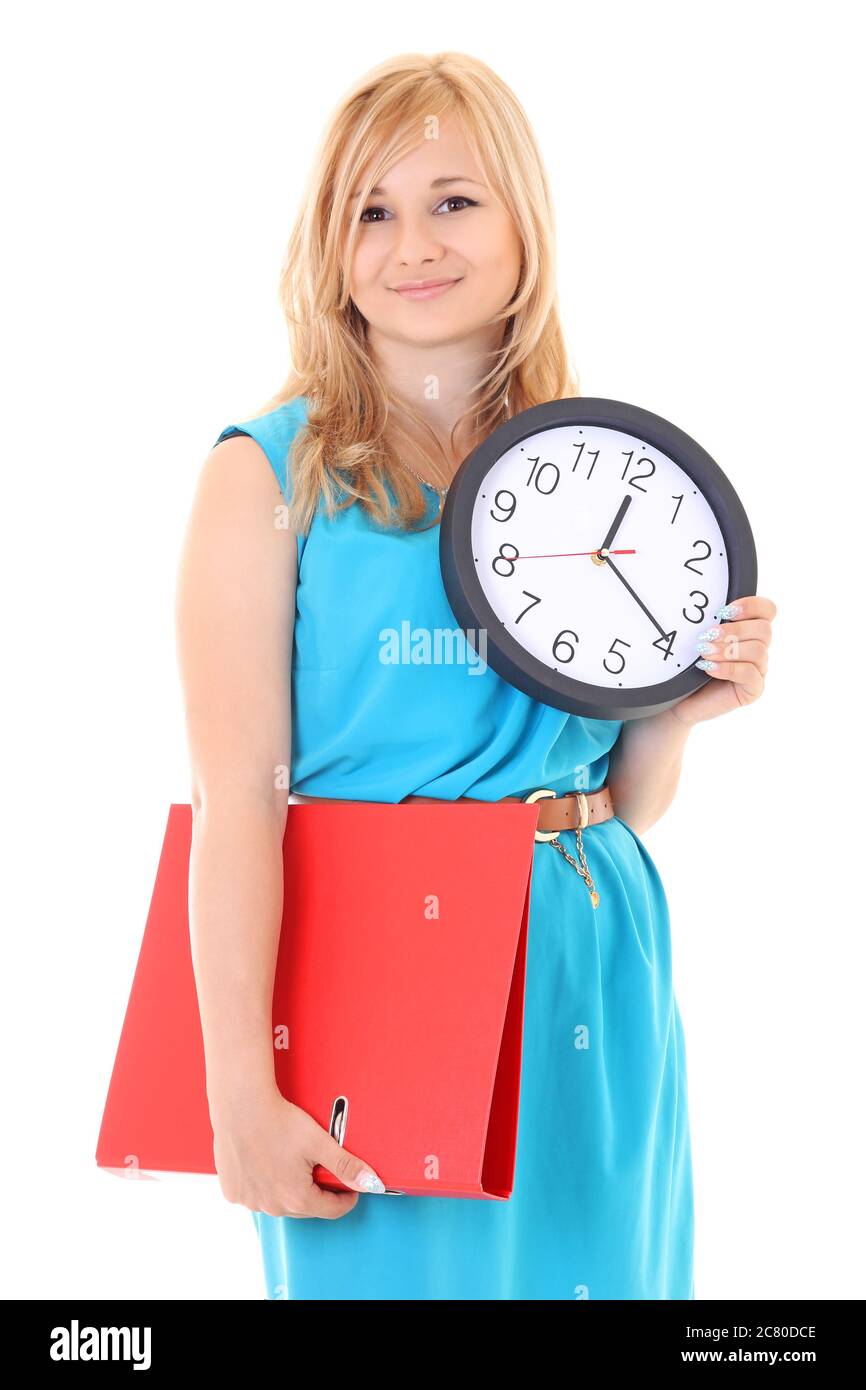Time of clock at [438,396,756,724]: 12:19
